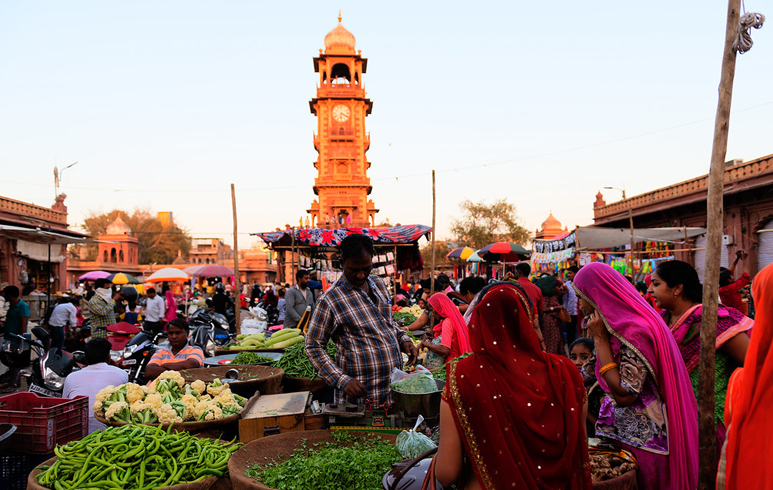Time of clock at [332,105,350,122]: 6:19
